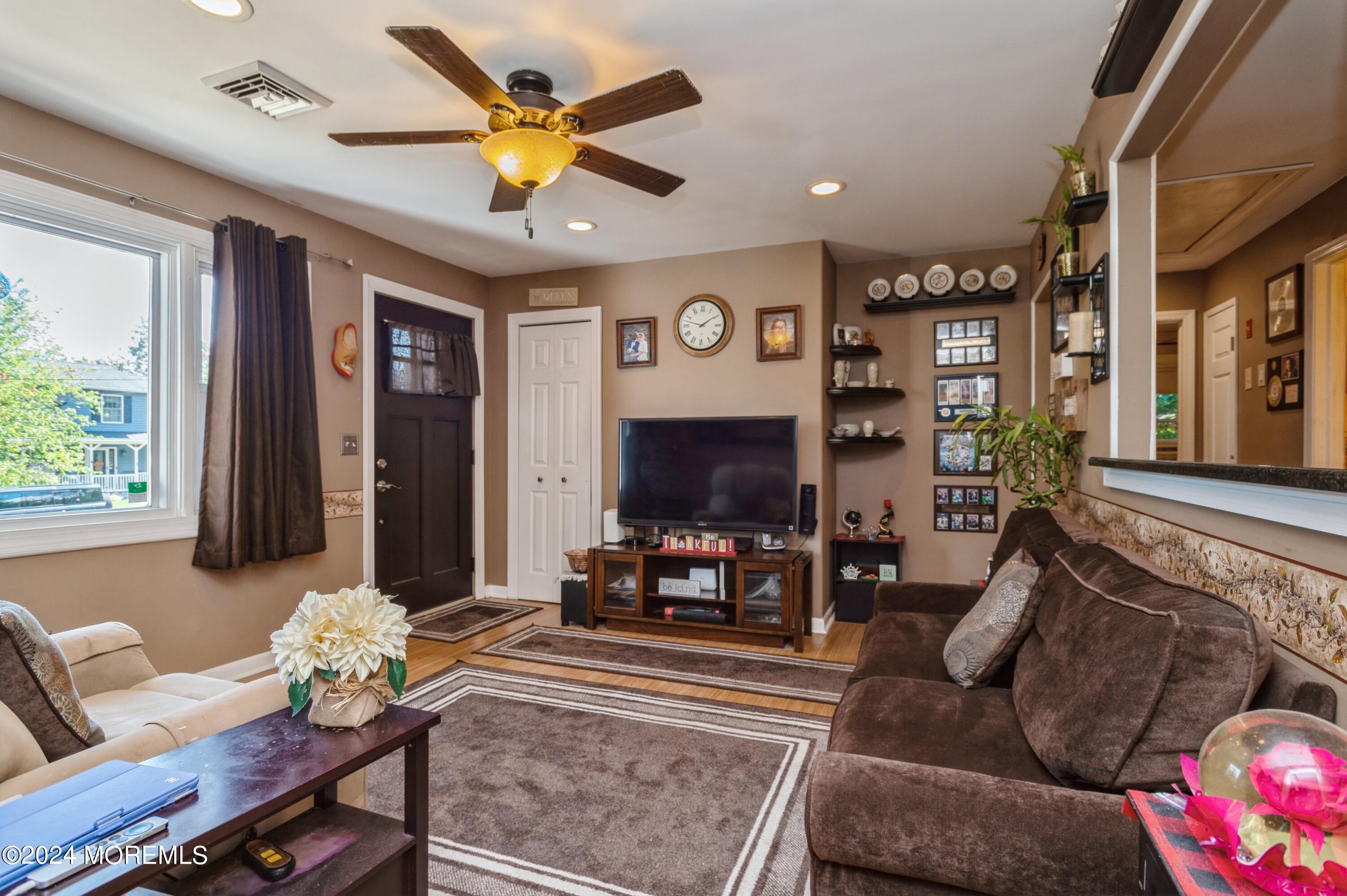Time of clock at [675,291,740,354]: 1:47
